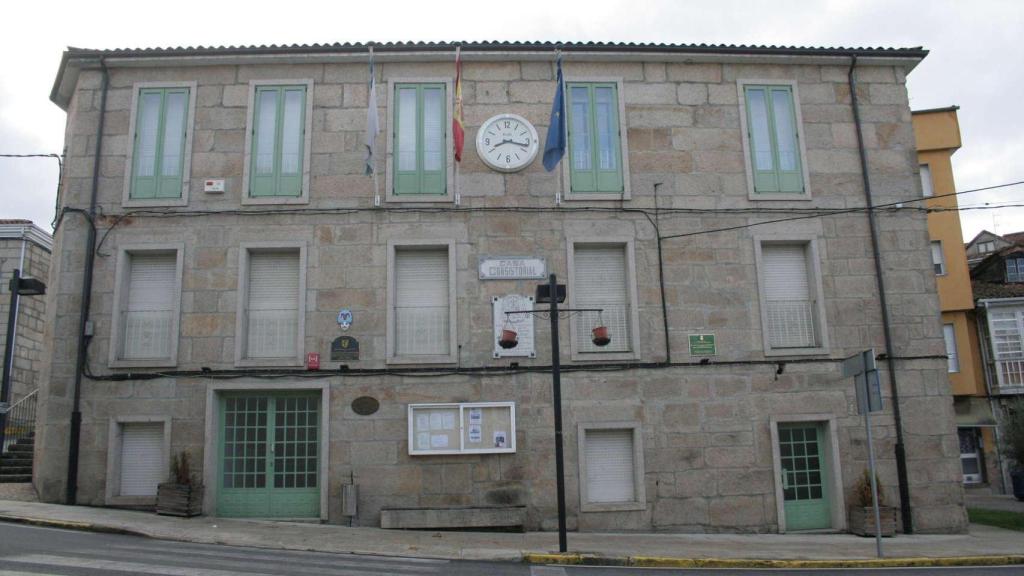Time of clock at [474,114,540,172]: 8:16
